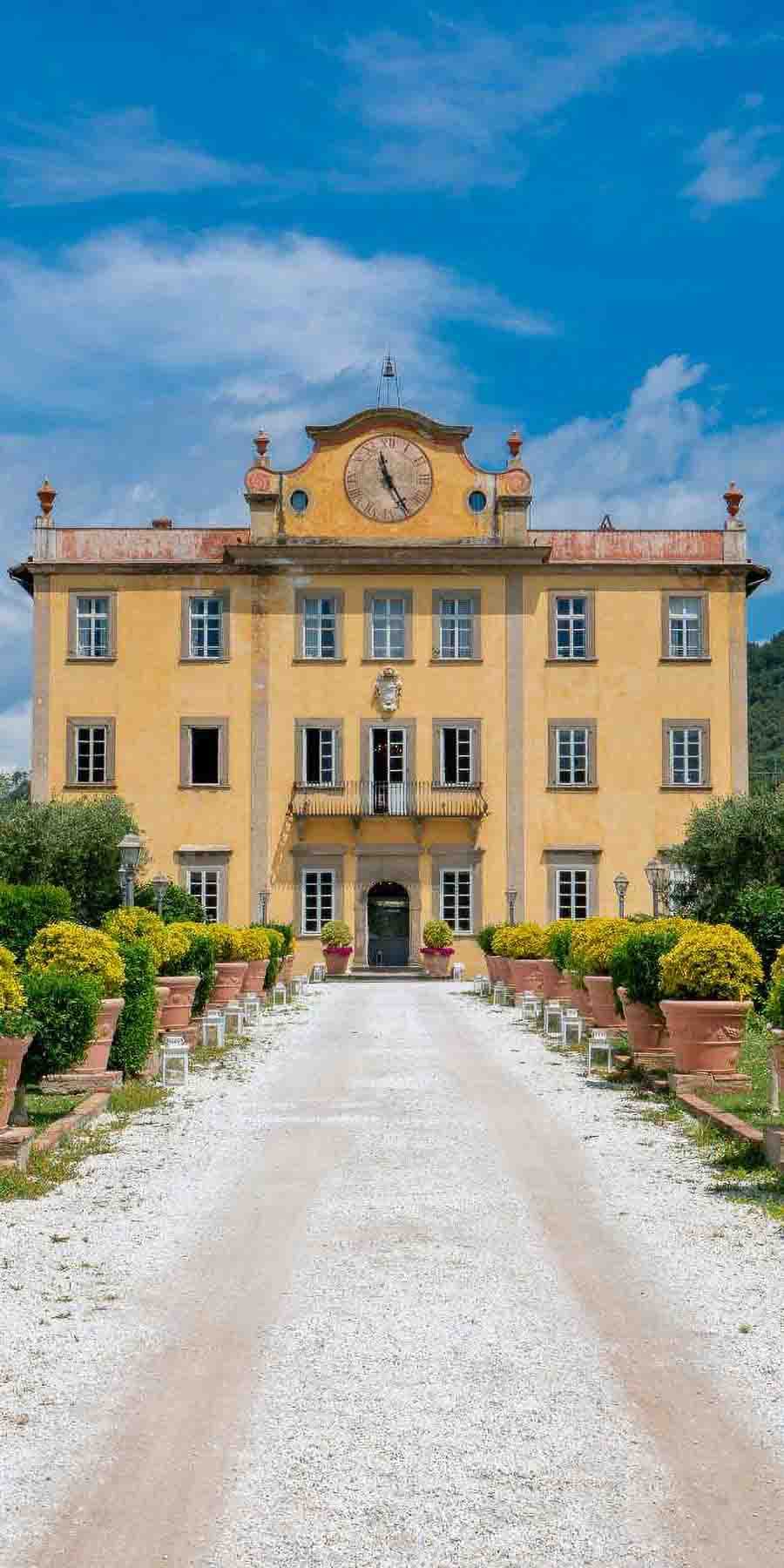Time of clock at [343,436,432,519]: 11:24
